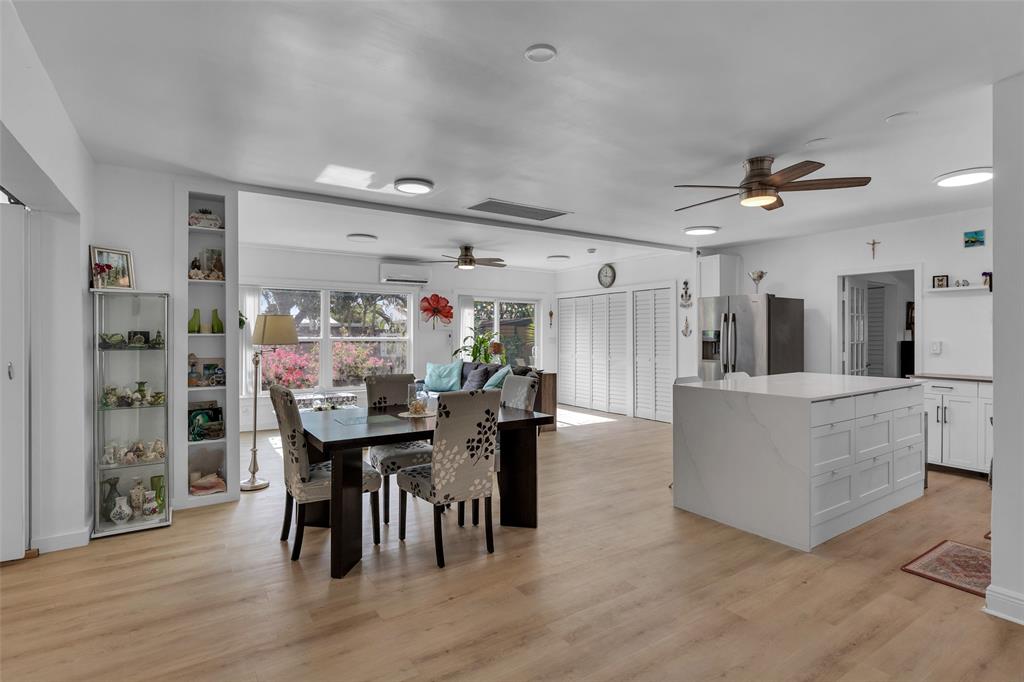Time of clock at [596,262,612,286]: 12:16
